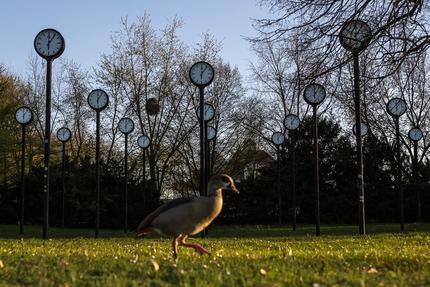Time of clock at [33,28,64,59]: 6:06
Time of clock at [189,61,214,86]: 6:06
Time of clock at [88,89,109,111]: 6:06
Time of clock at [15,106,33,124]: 6:06
